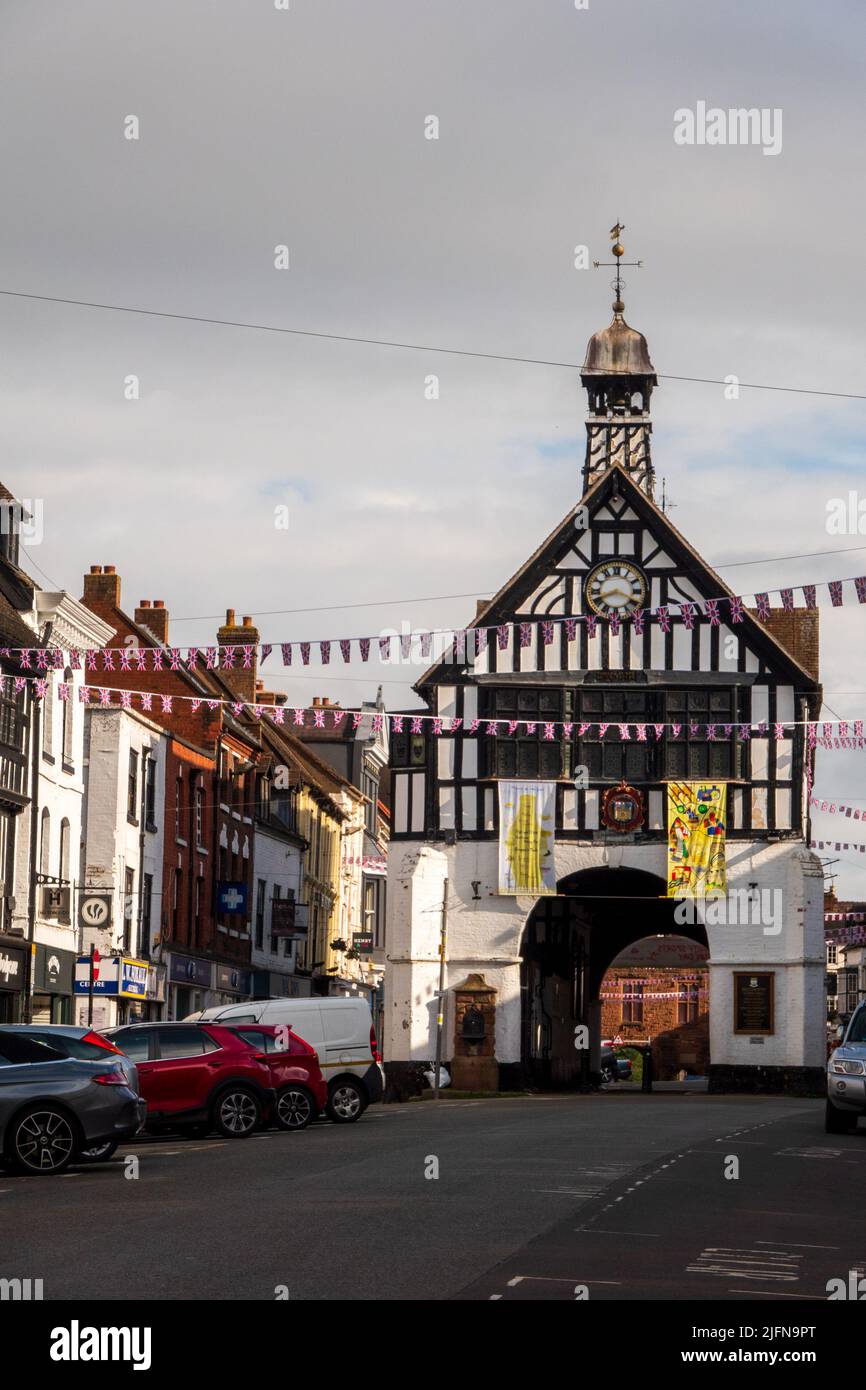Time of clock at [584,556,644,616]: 8:18
